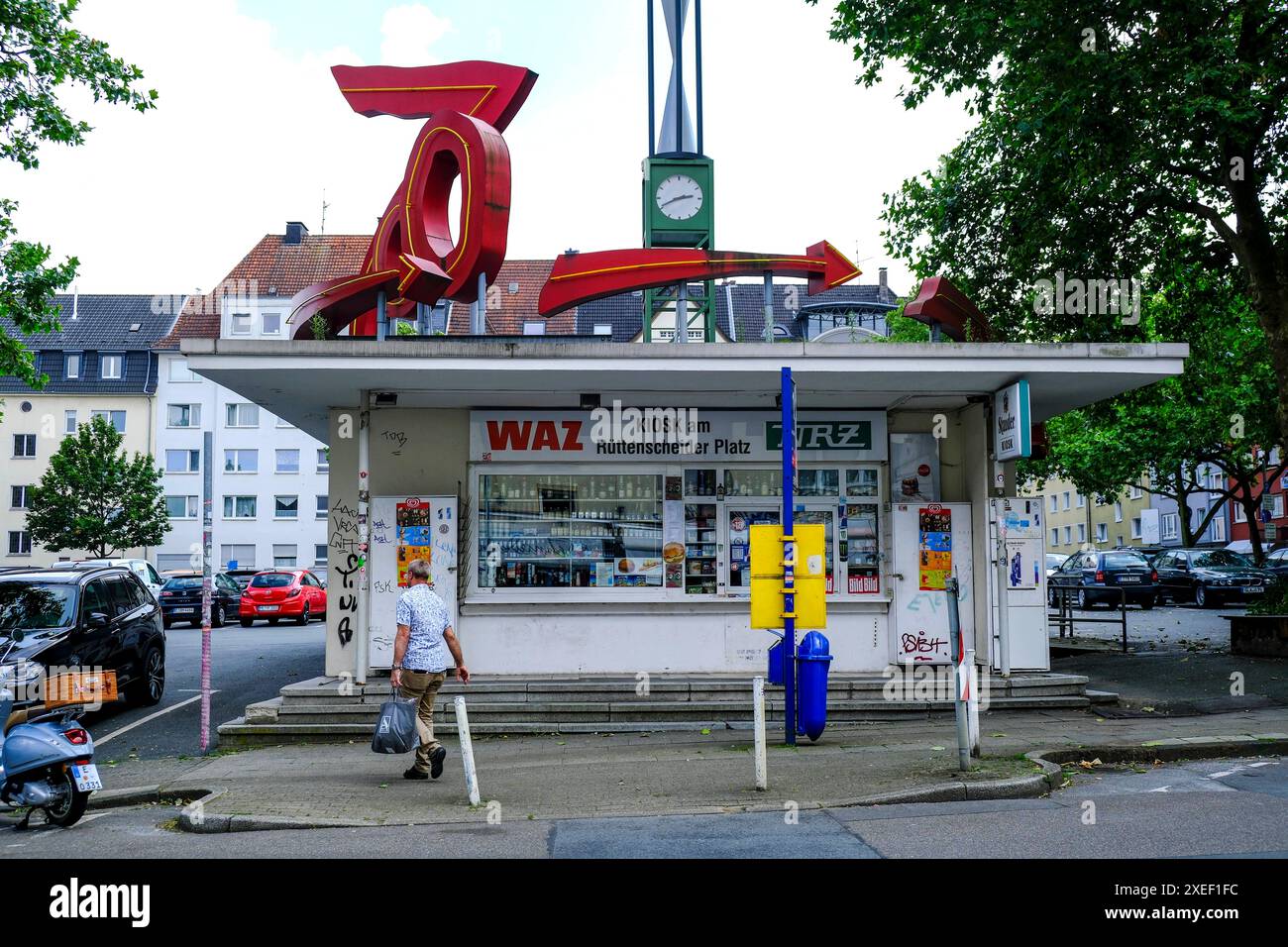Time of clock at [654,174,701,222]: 2:41
